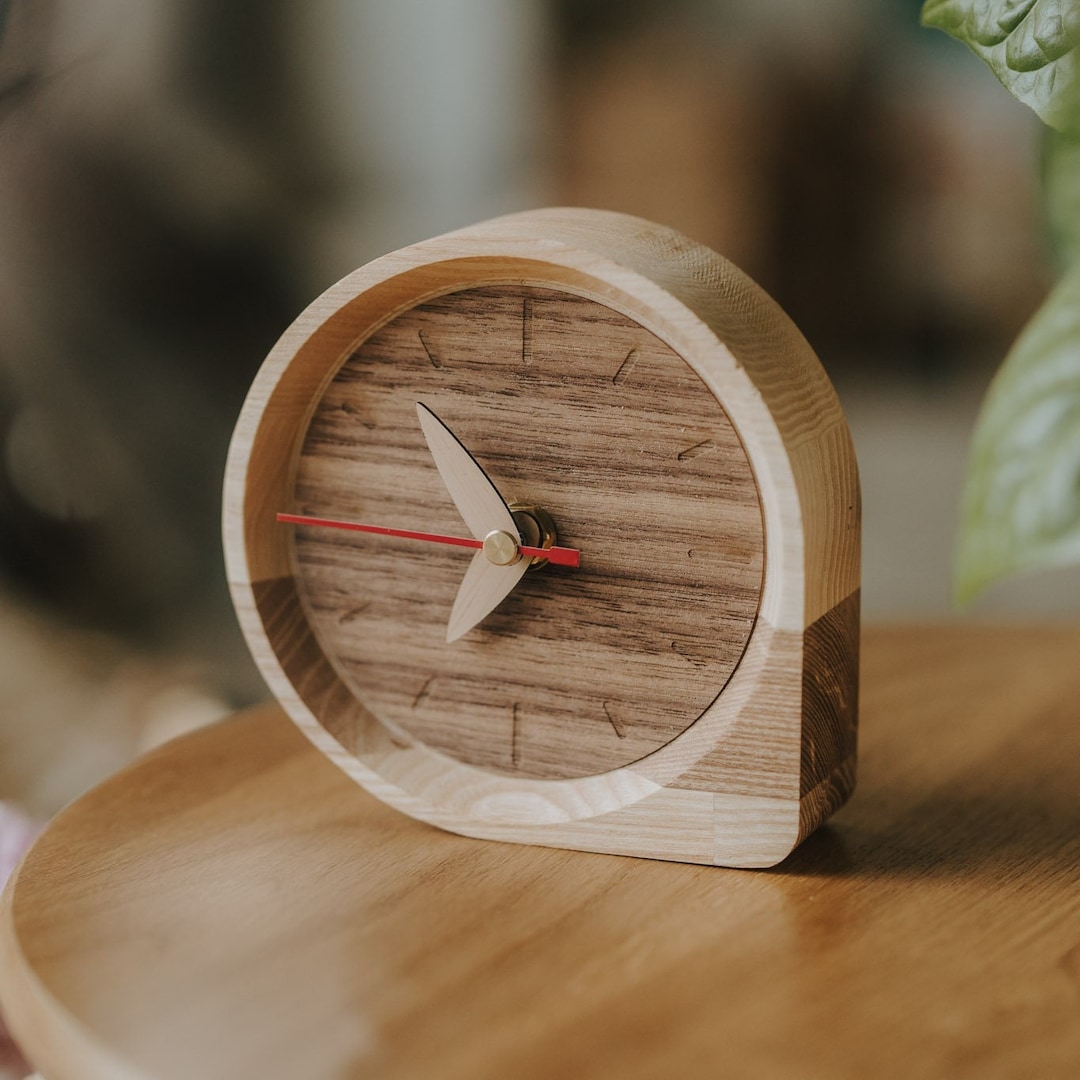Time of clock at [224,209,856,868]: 6:53
